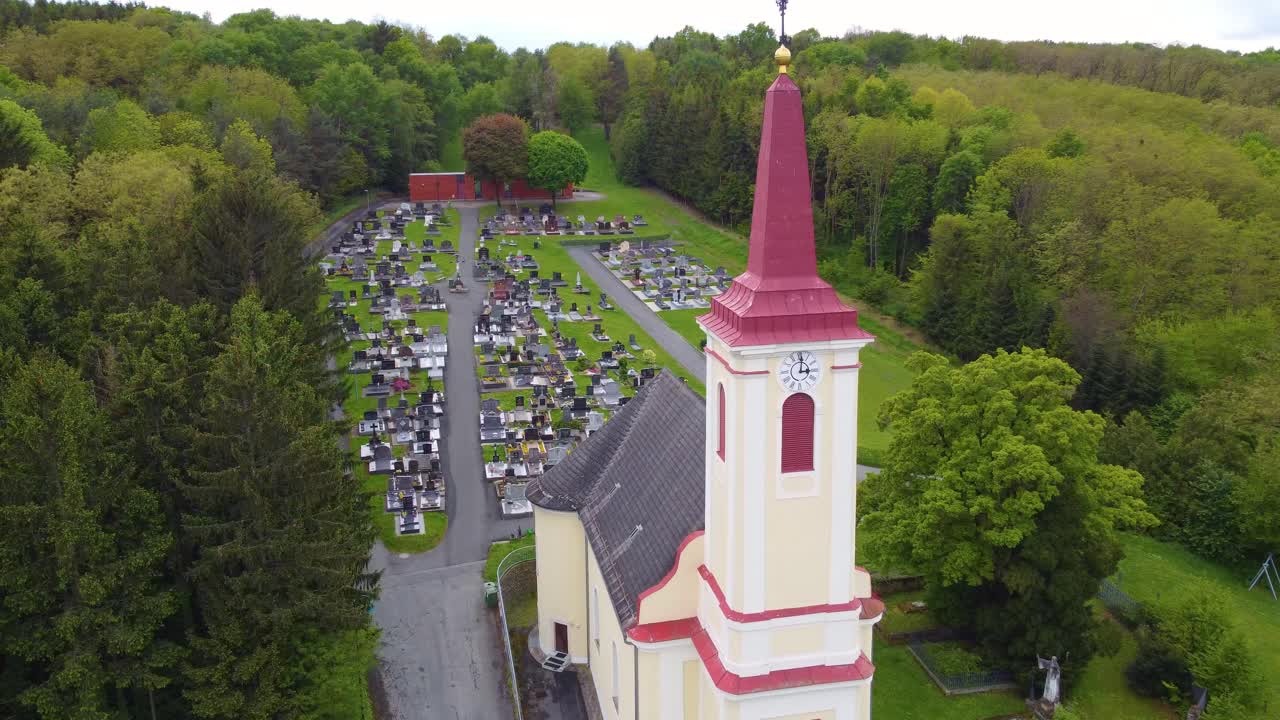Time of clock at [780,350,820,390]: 3:01
